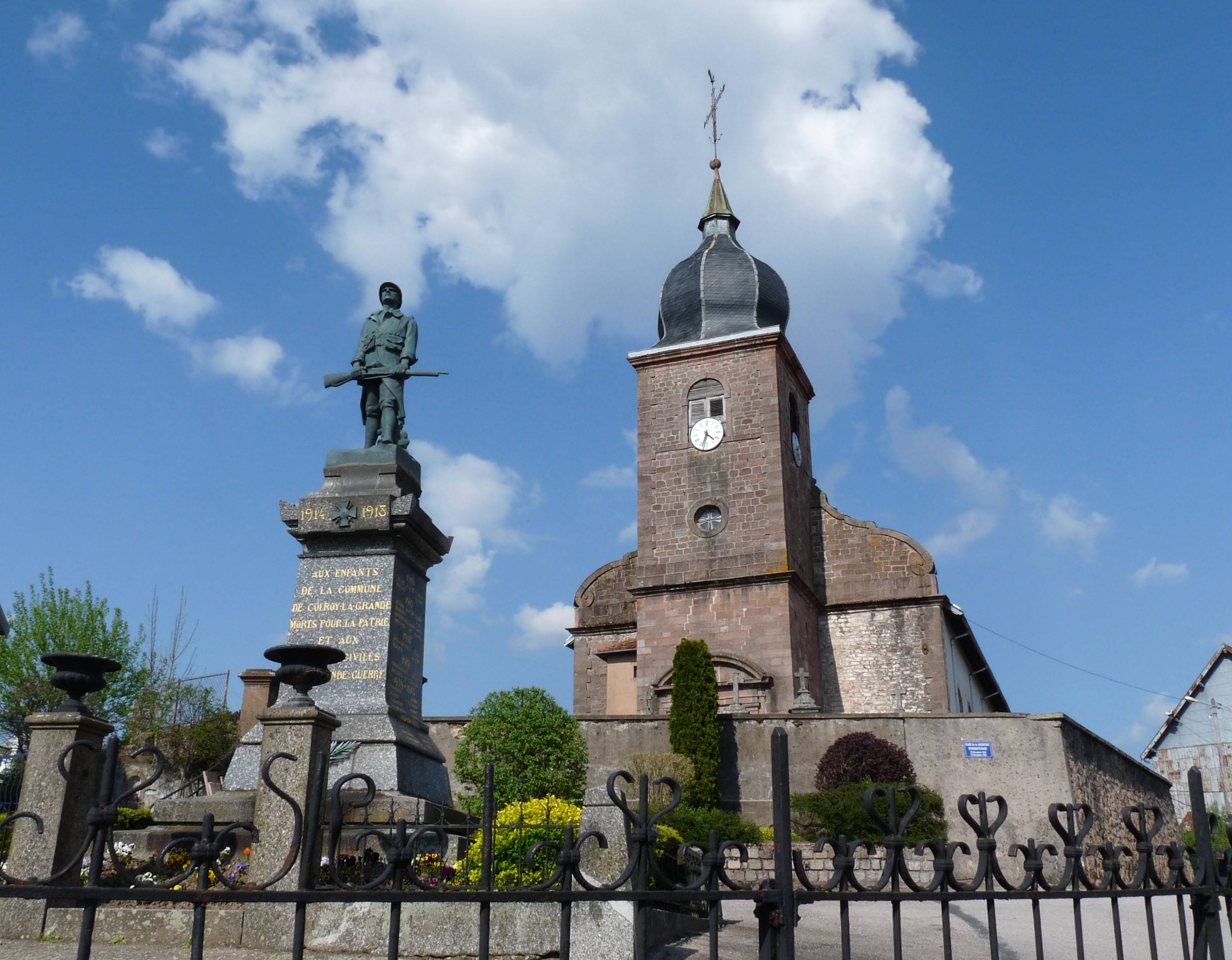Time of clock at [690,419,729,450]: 4:33
